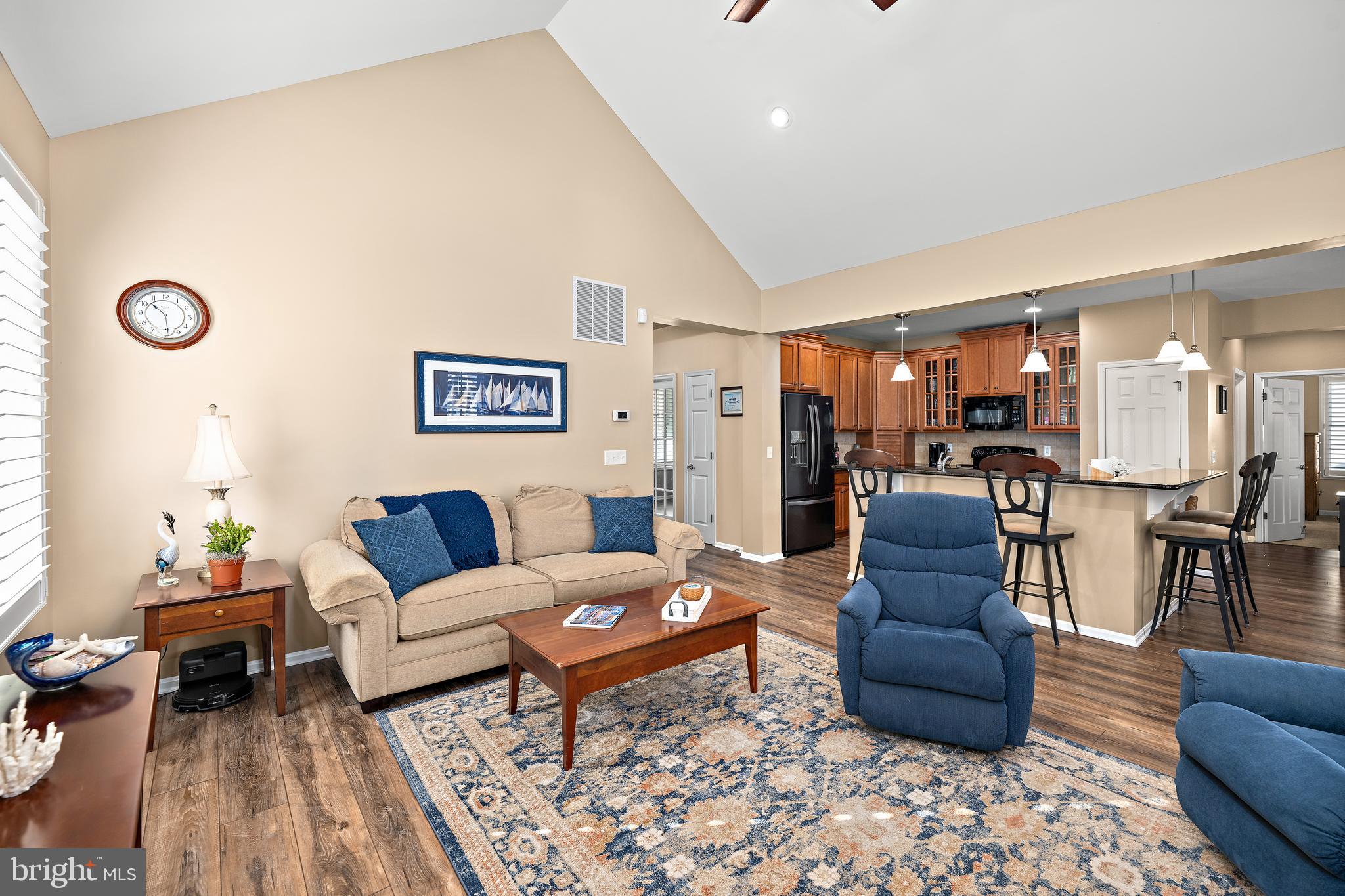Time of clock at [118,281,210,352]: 10:28
